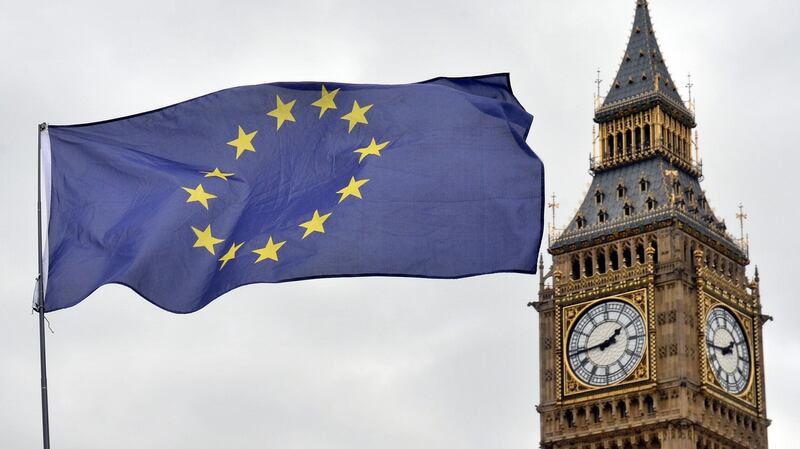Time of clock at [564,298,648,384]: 1:43
